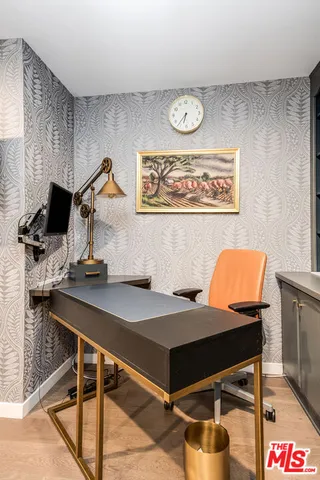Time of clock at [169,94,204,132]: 6:36
